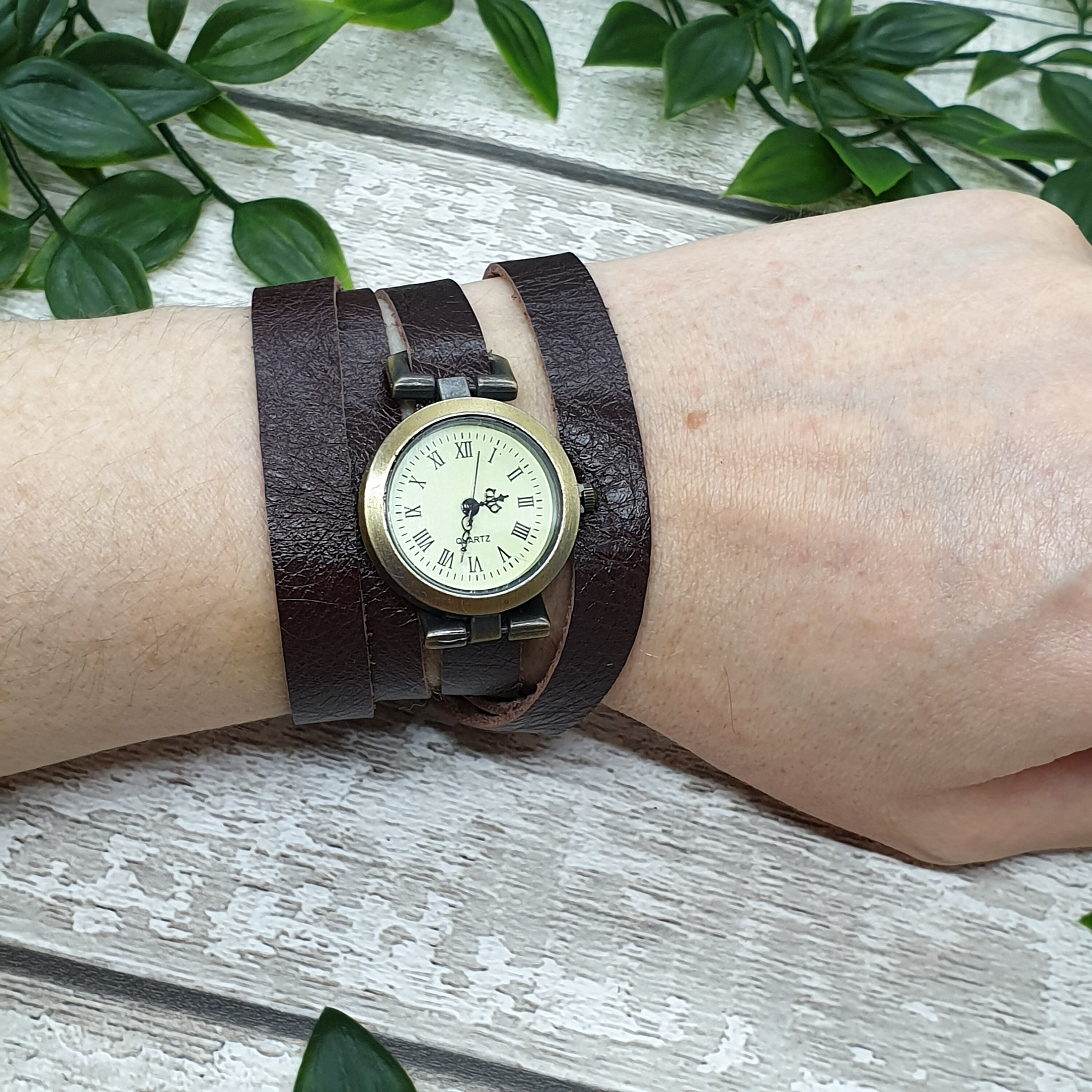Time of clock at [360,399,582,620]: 2:32
